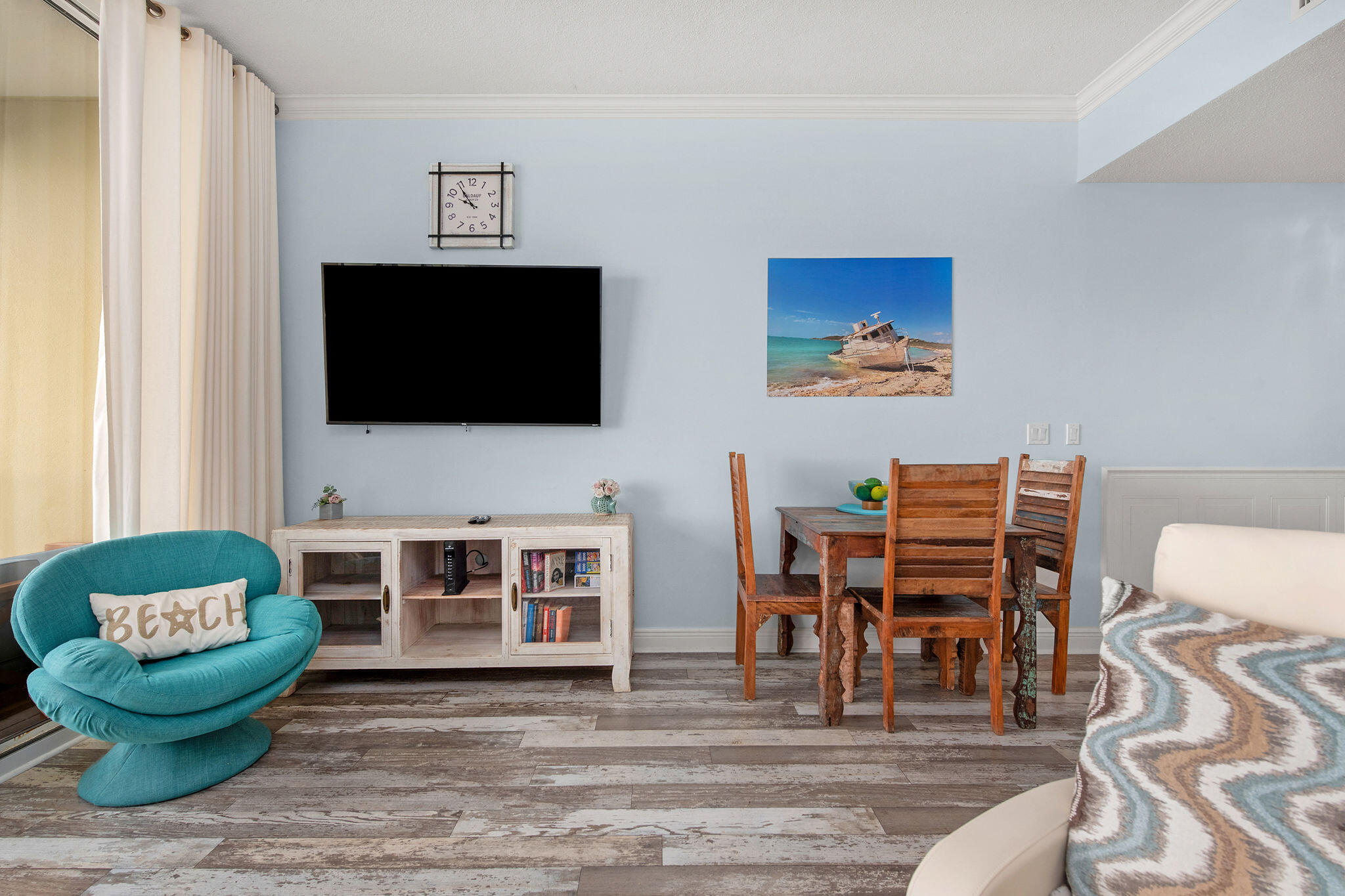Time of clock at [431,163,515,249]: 9:54
